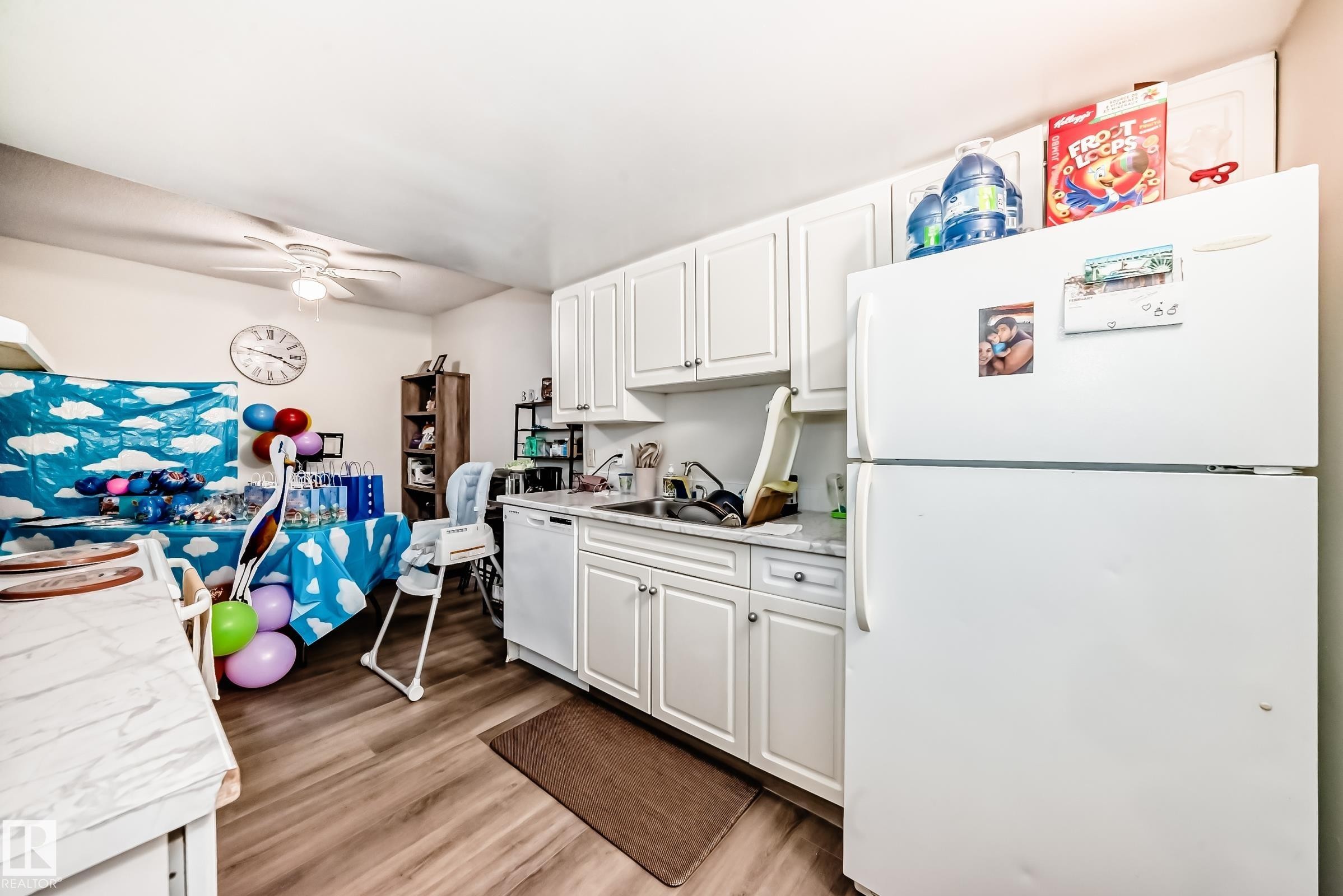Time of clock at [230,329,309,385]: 3:47
